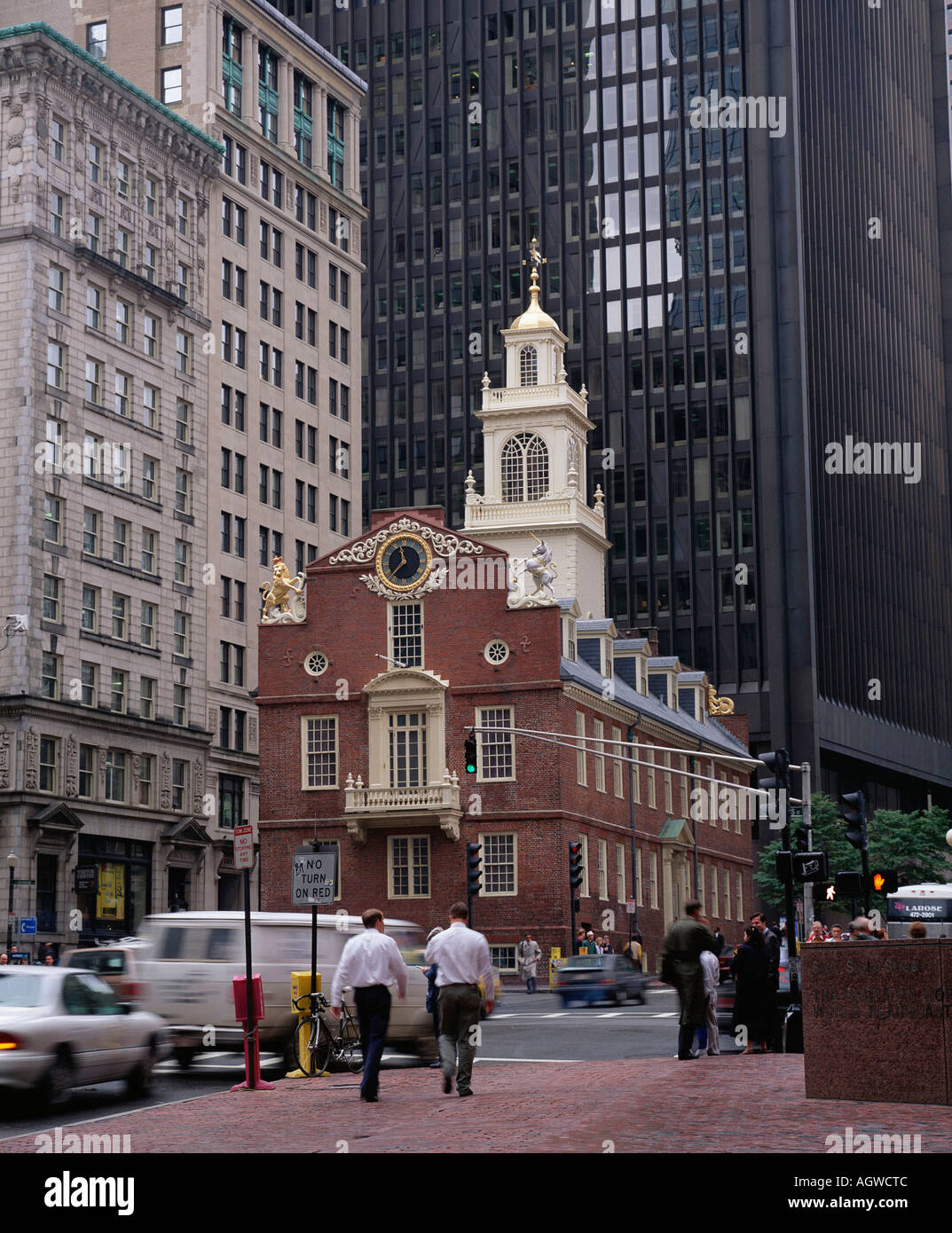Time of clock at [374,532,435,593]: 11:37
